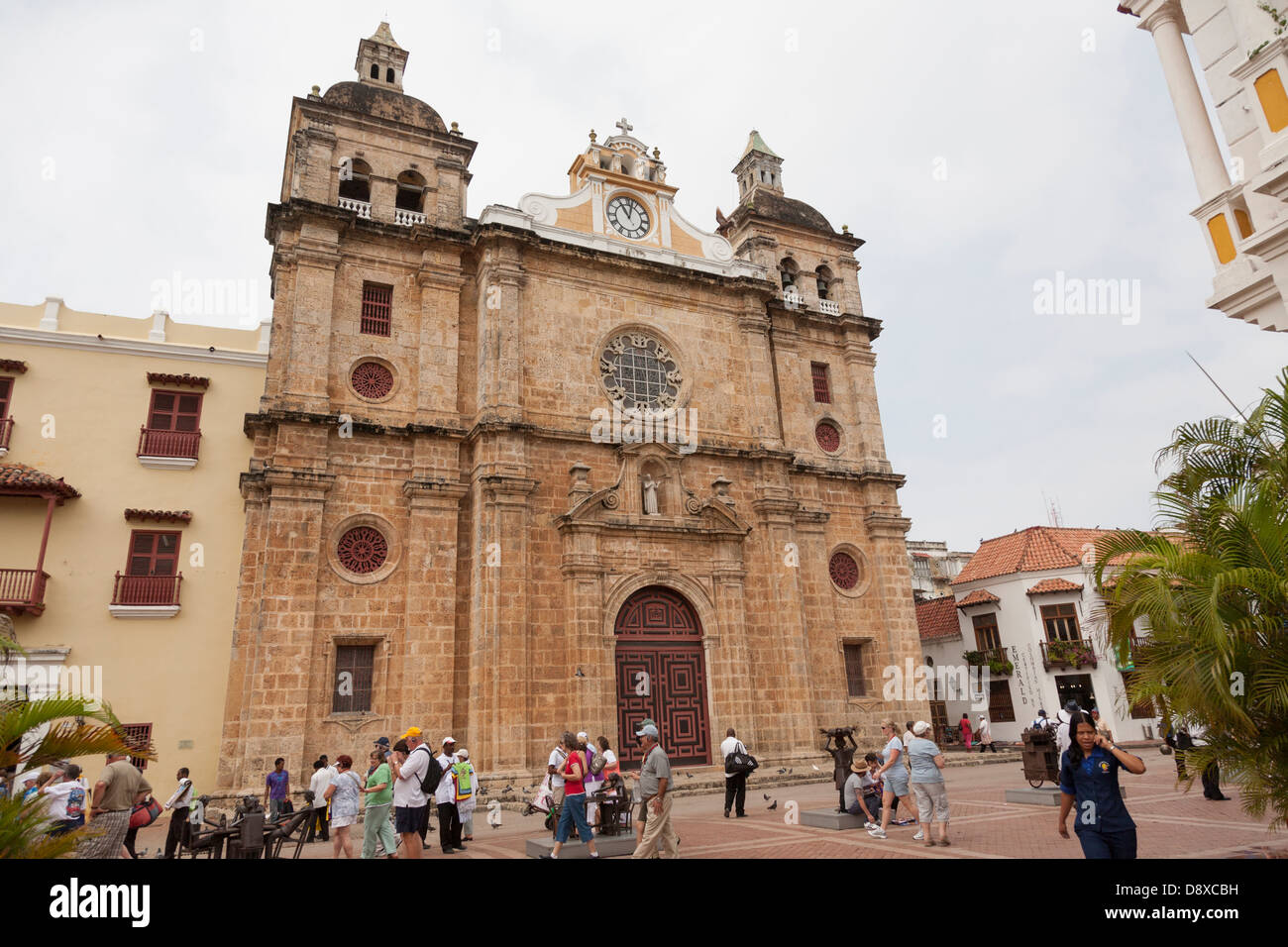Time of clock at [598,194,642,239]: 11:02
